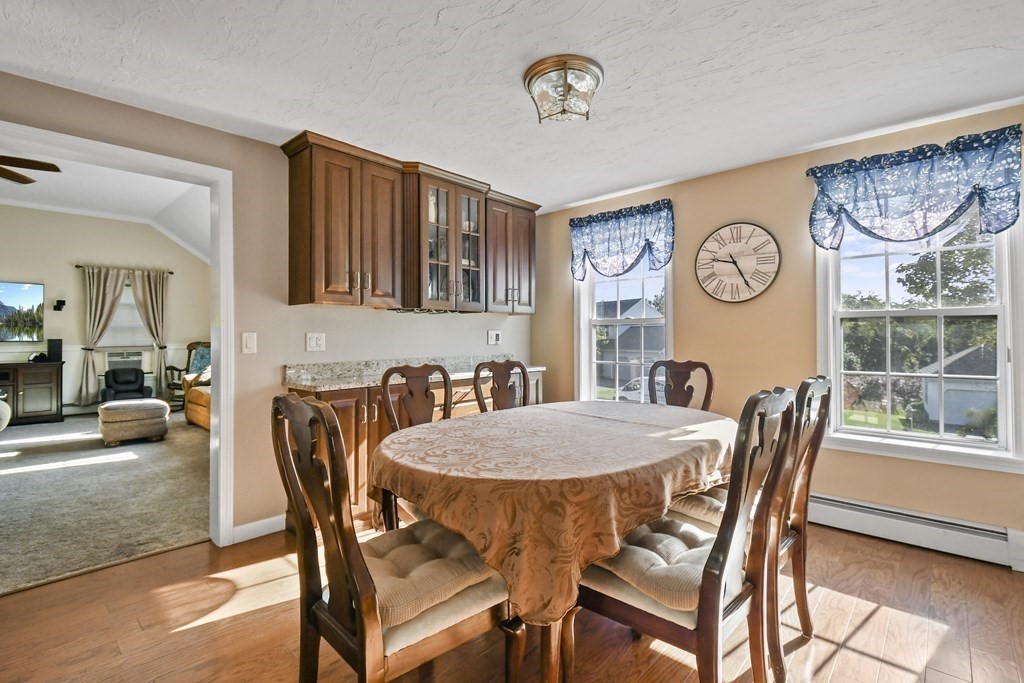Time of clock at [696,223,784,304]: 9:24
